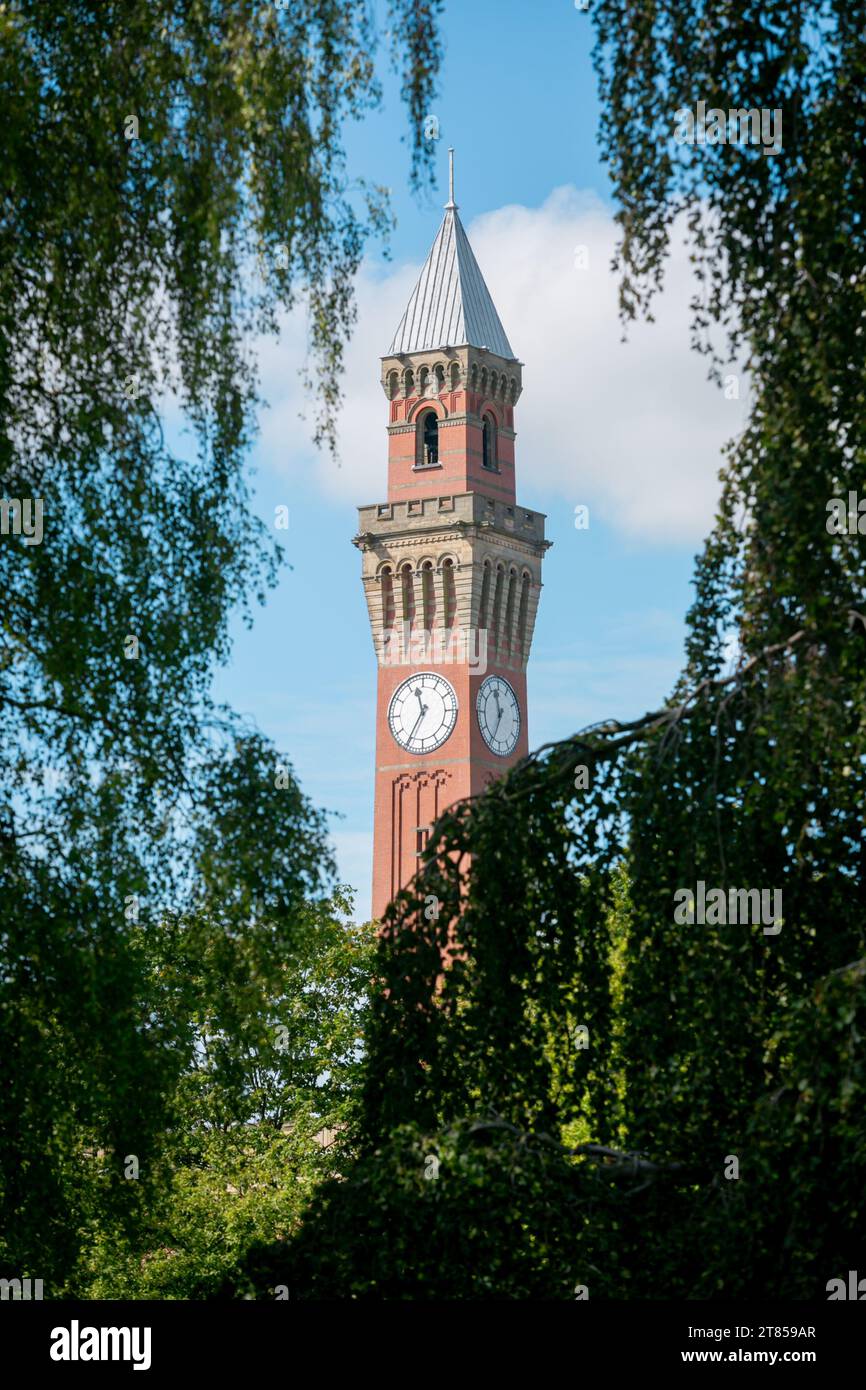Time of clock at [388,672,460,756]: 11:35
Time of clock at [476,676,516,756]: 11:34
